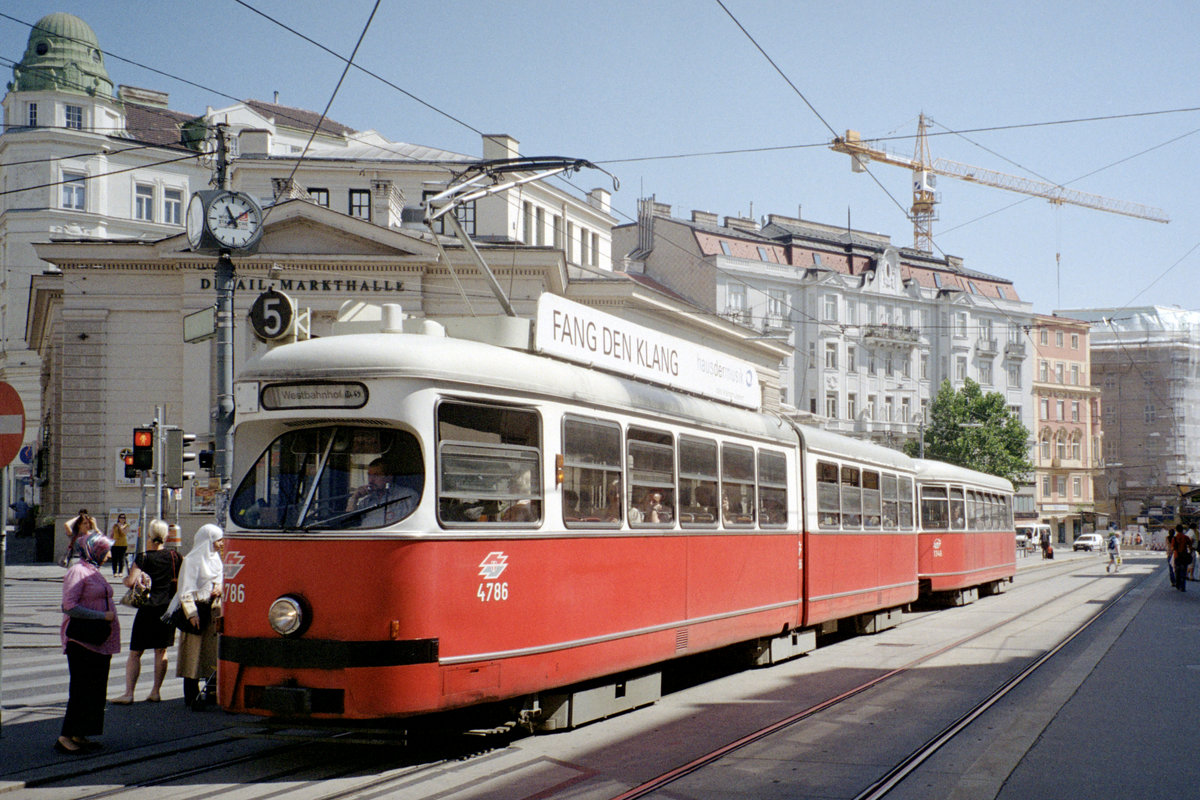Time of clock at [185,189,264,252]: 11:08
